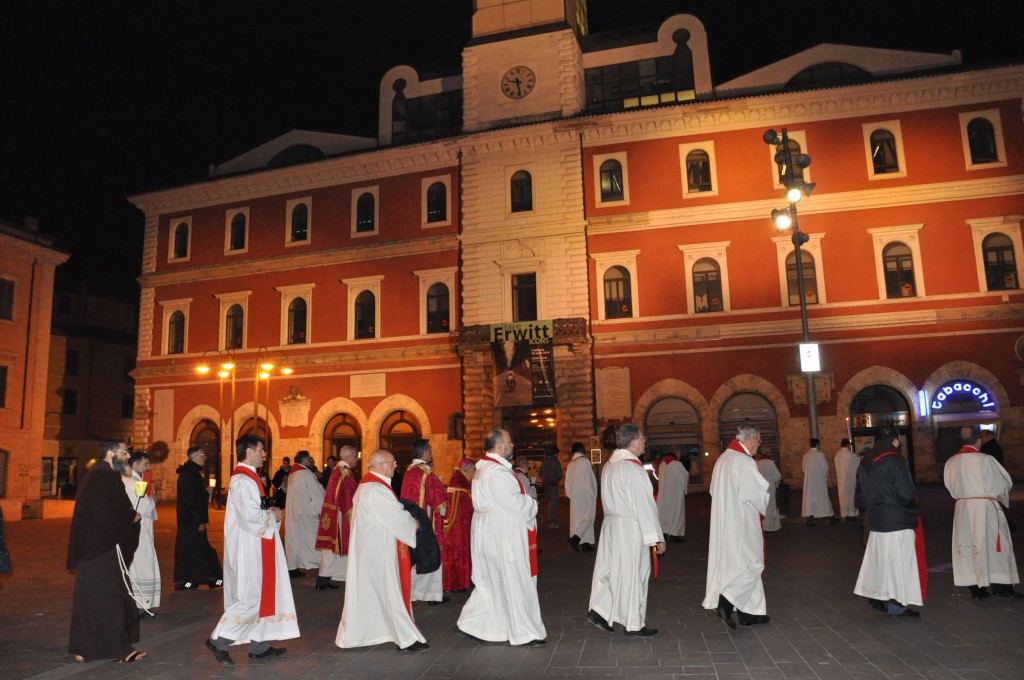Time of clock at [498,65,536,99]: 9:28
